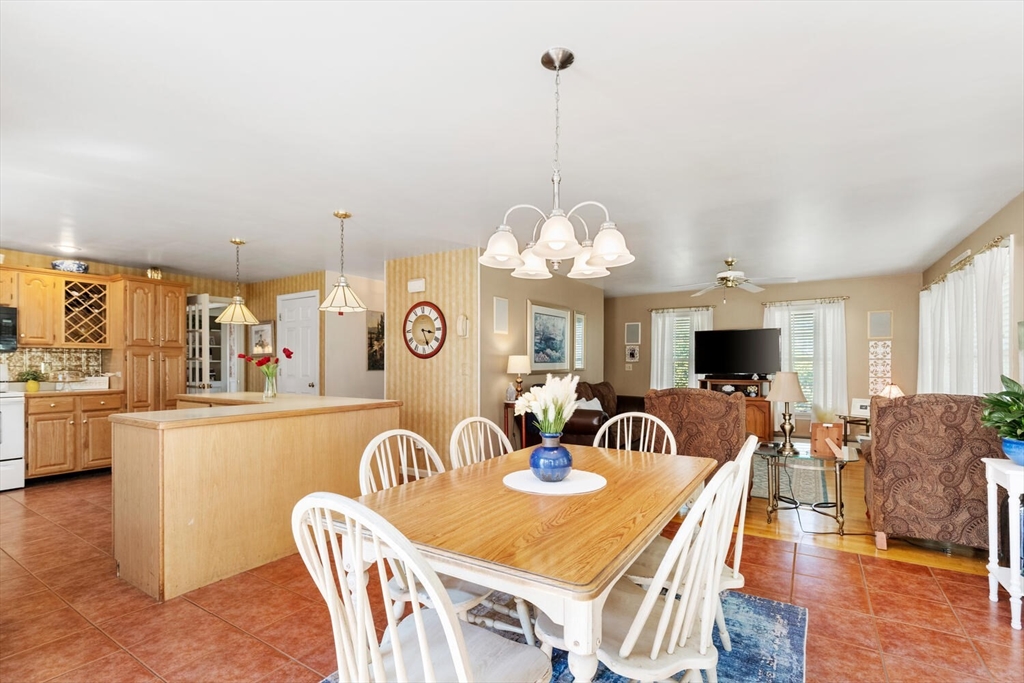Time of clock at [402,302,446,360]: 3:26
